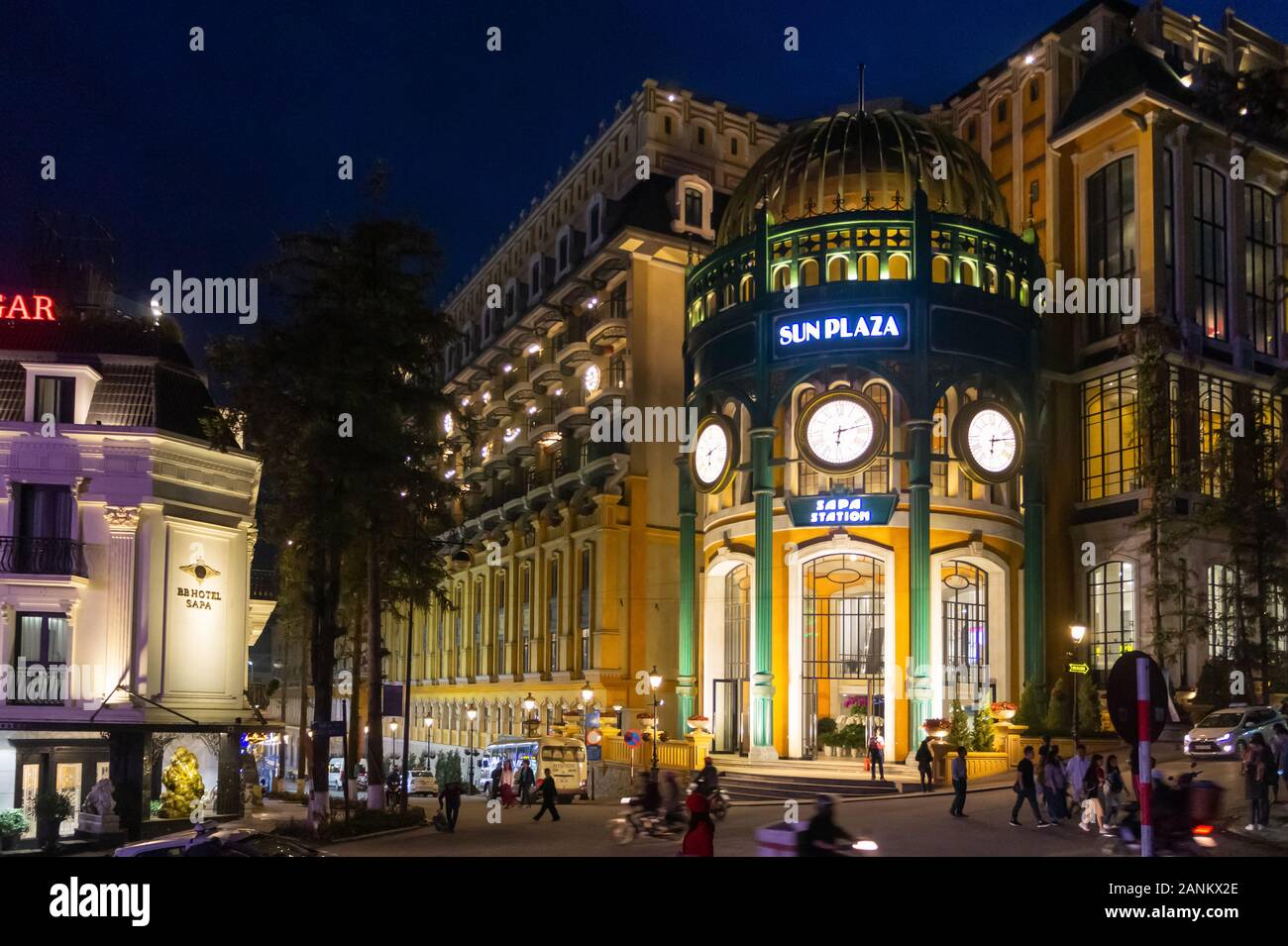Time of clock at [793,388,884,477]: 6:12
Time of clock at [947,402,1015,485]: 6:13
